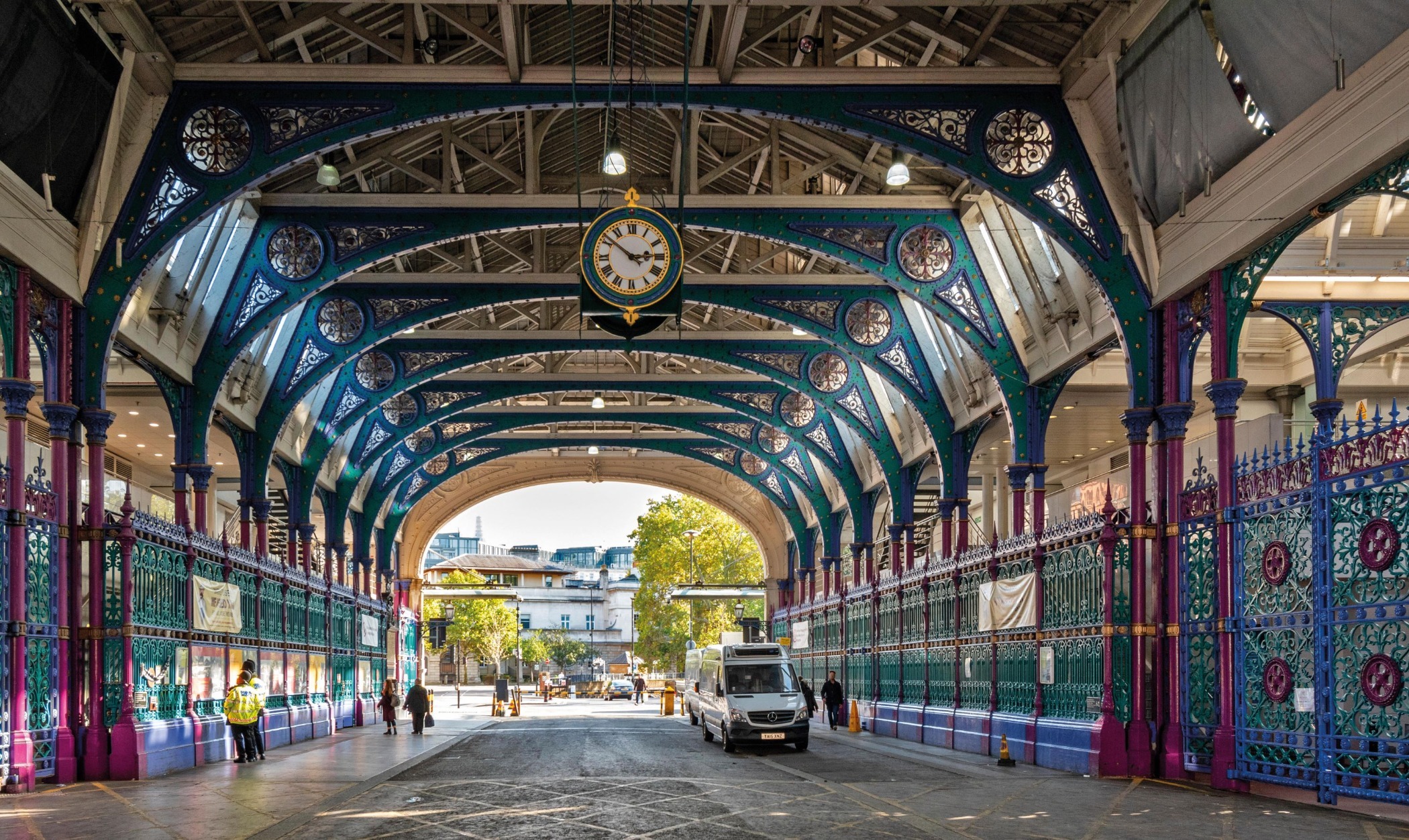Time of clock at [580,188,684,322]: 2:51
